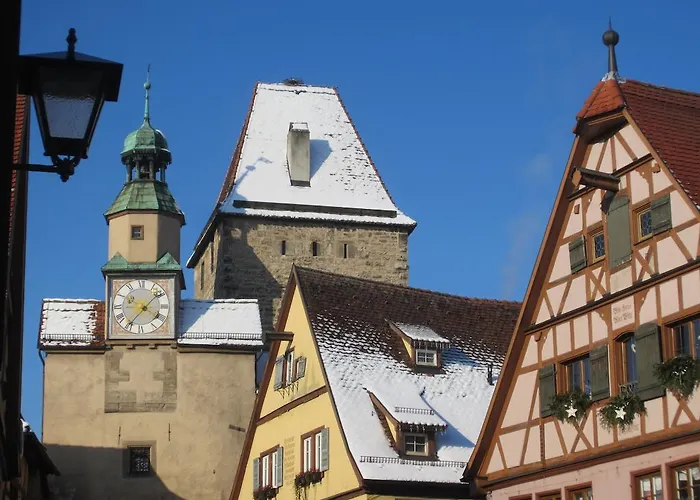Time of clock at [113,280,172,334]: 1:36
